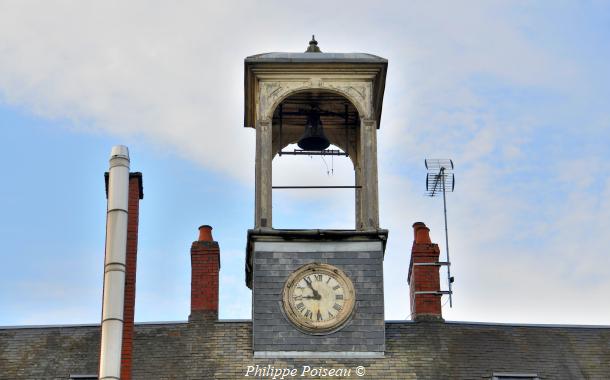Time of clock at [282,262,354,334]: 8:54
